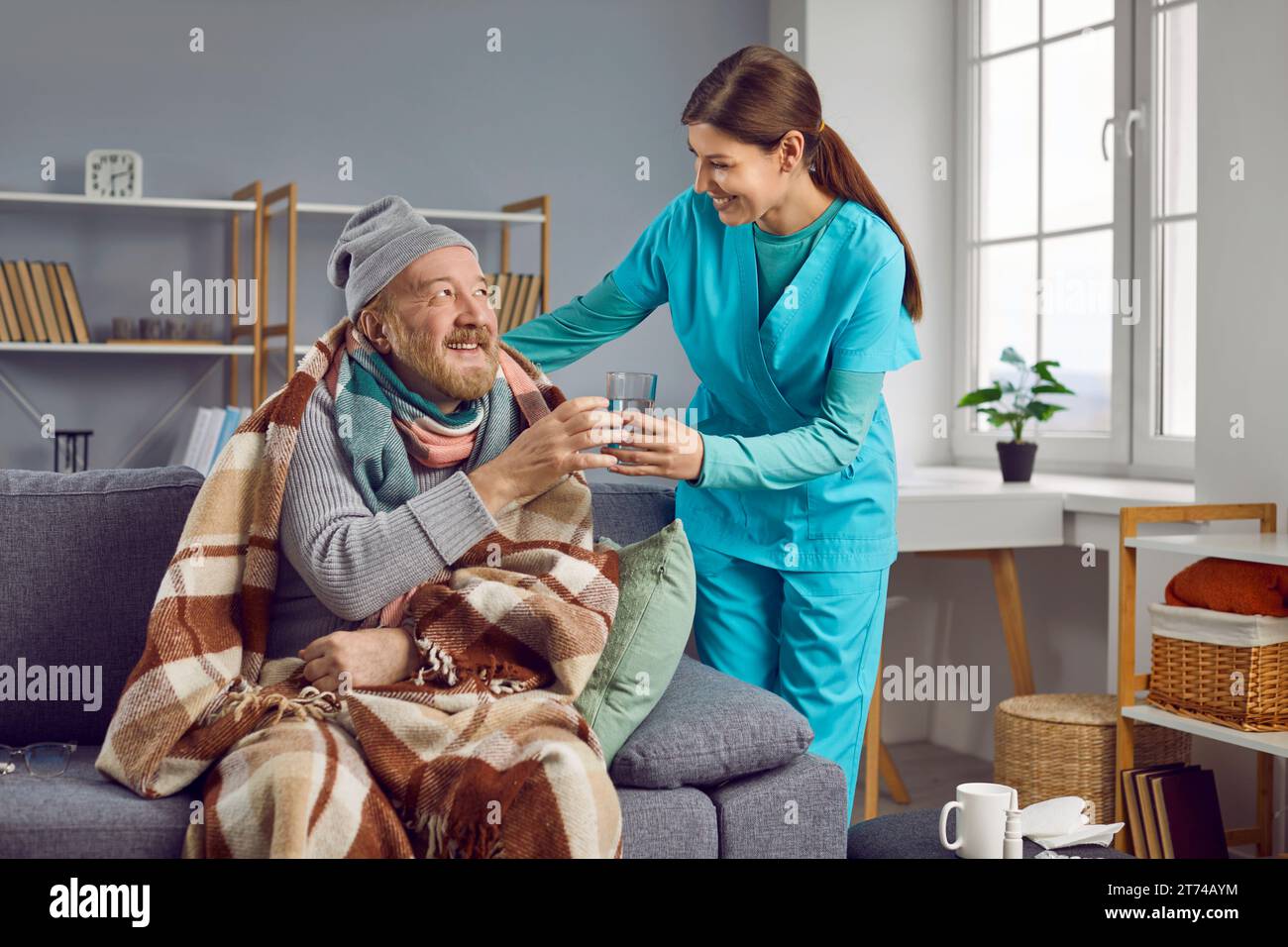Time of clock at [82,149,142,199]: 2:29
